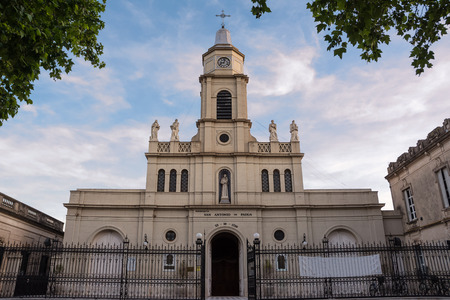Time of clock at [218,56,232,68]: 9:02
